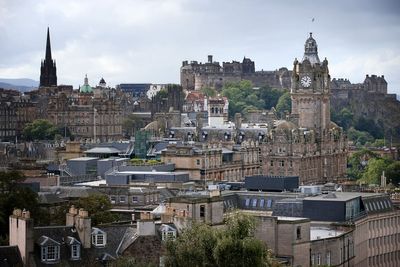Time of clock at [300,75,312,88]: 12:49
